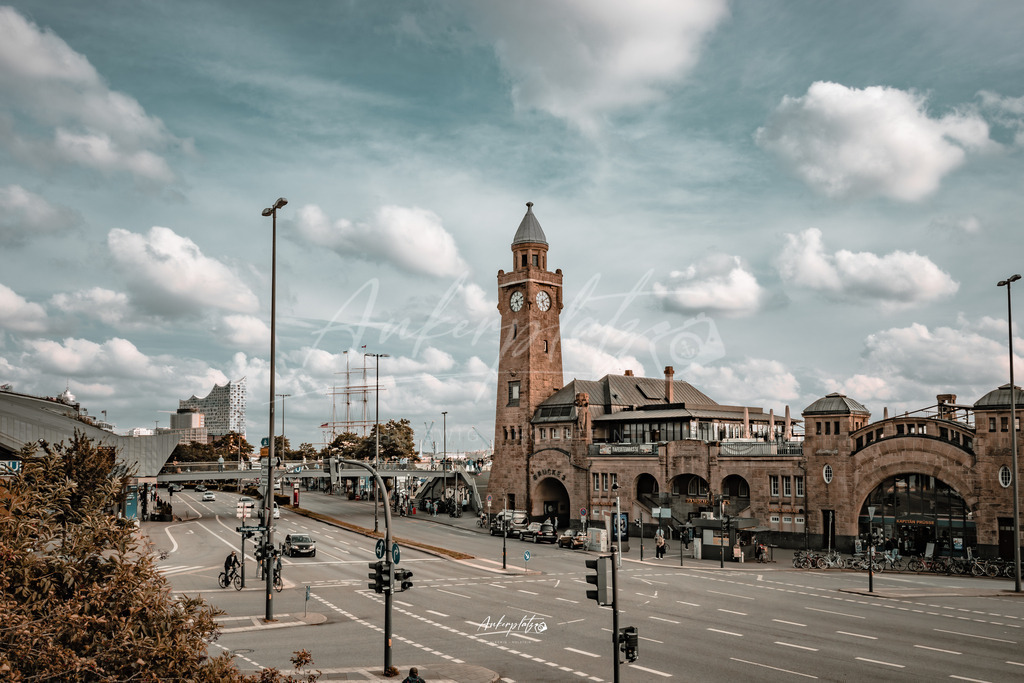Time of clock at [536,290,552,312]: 5:08
